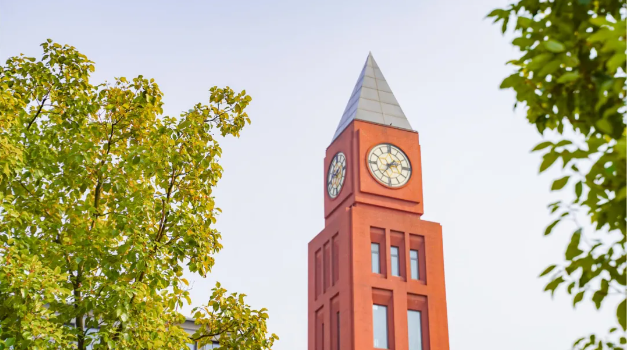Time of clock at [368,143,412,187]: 2:35
